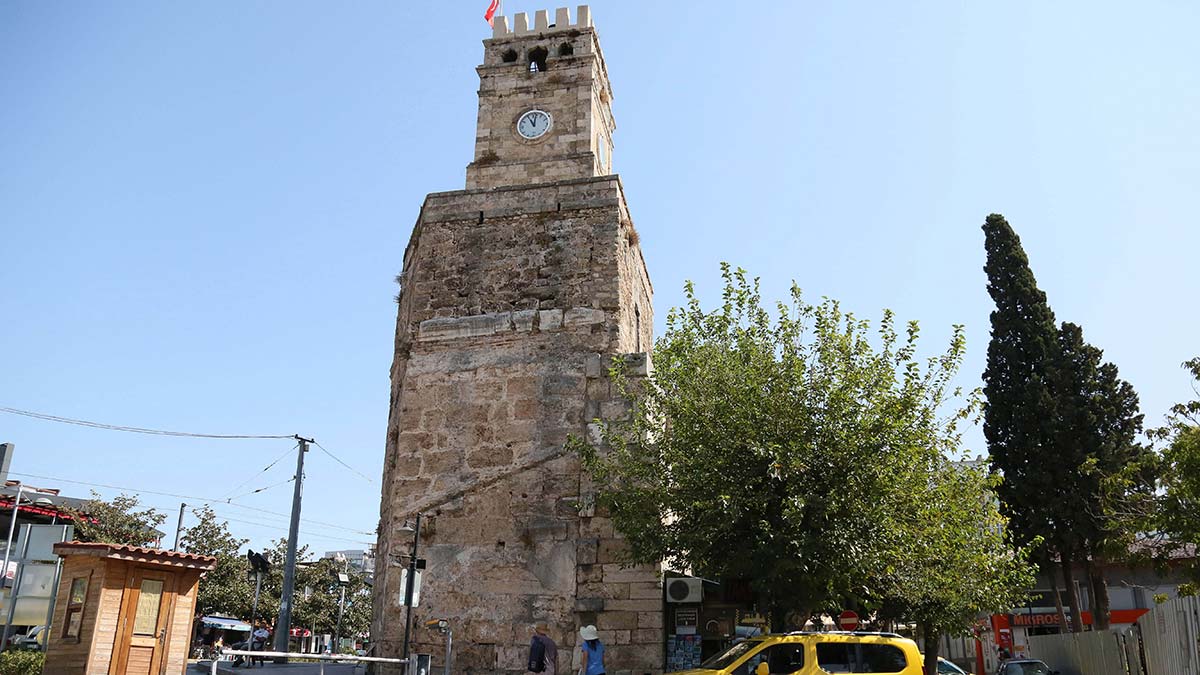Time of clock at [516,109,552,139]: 11:01
